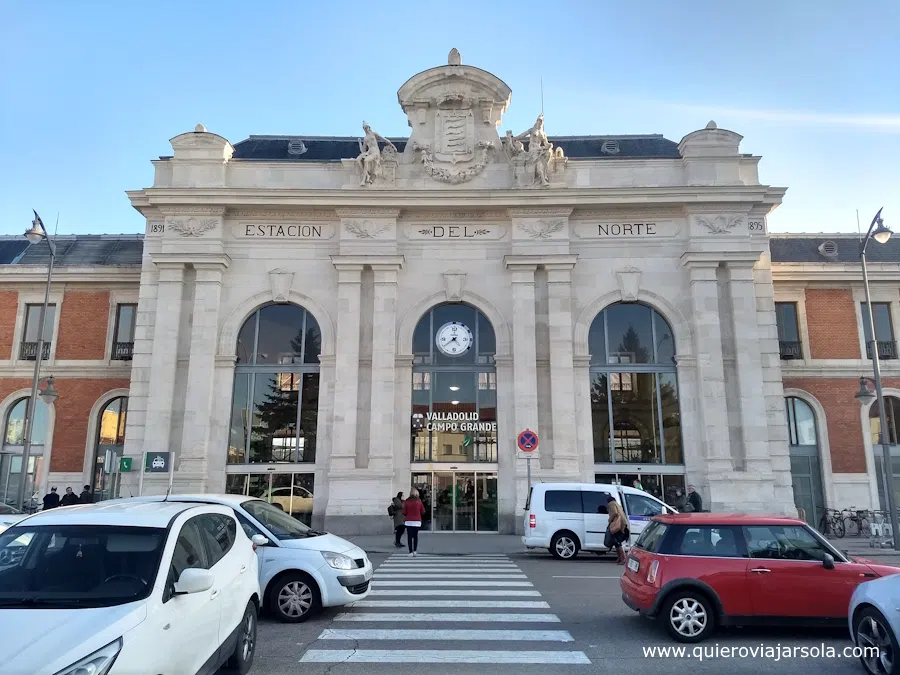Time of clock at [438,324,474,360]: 4:39
